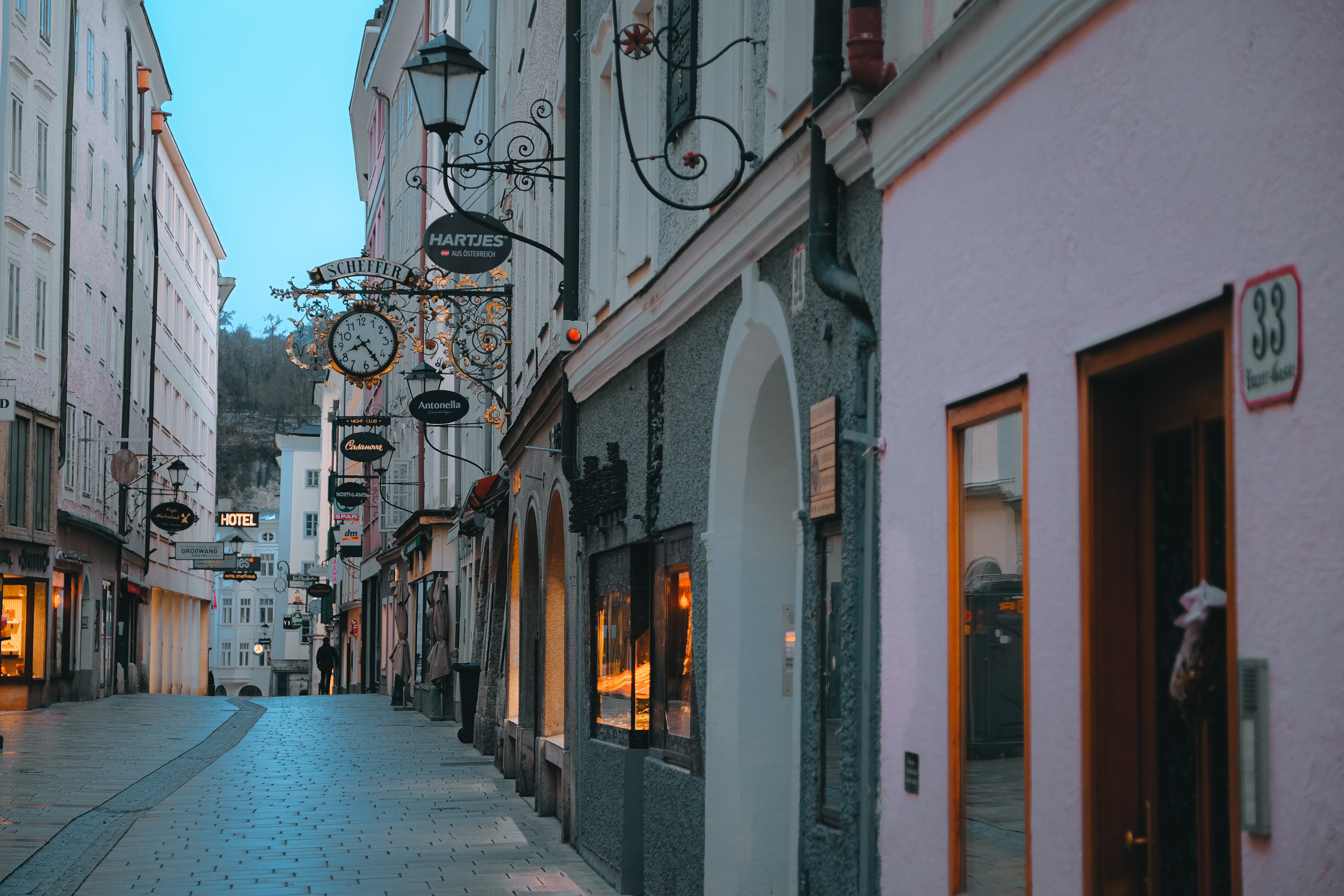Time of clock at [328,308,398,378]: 8:24
